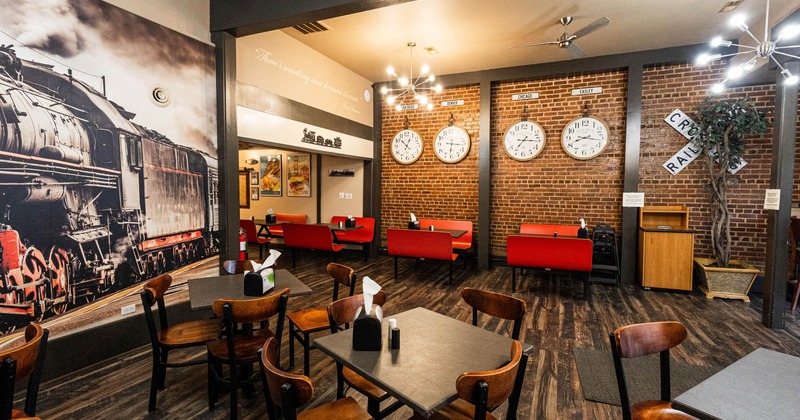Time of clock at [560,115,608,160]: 8:16
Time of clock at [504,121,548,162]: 7:15
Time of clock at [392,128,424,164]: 12:52
